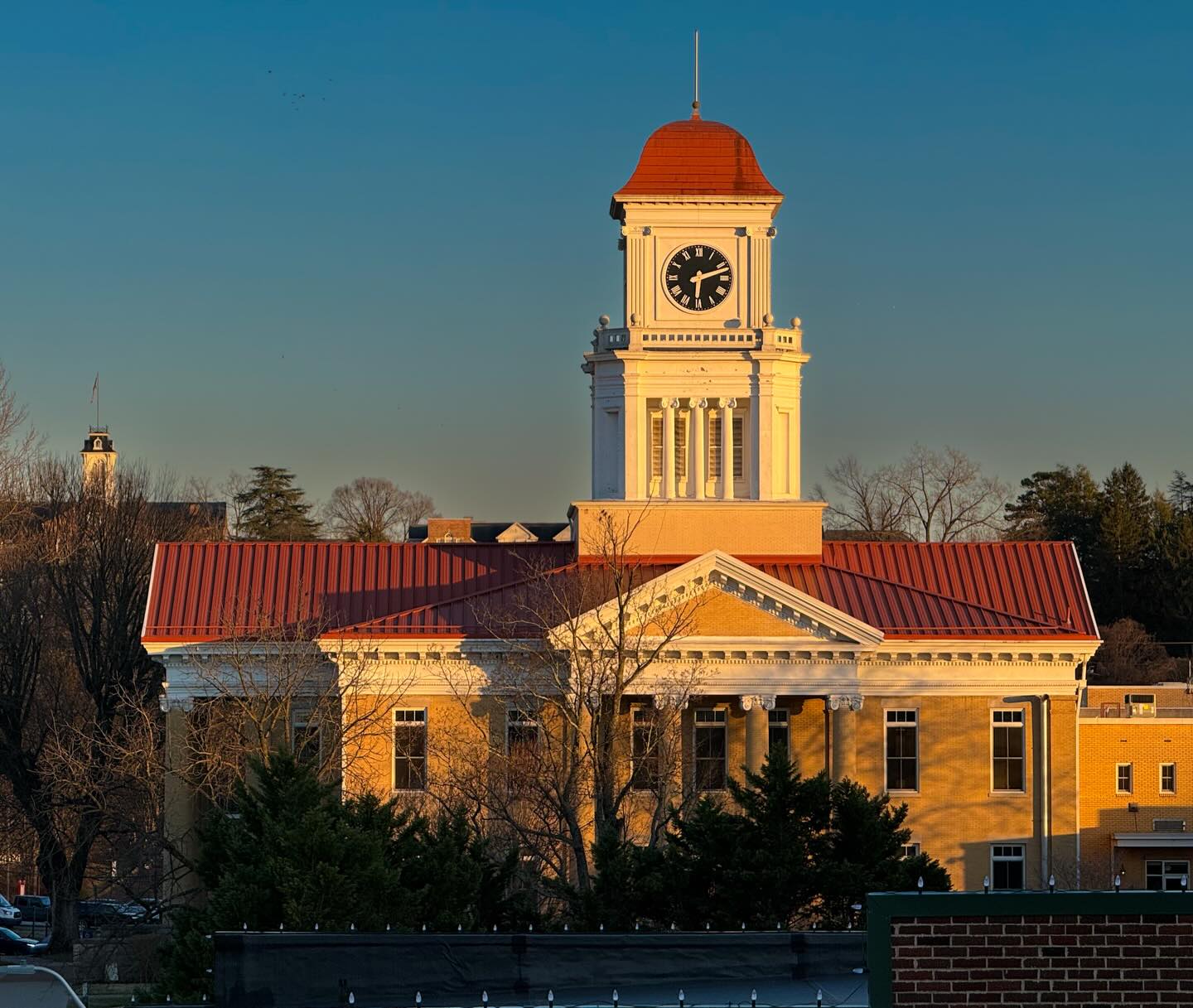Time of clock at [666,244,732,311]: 6:12
